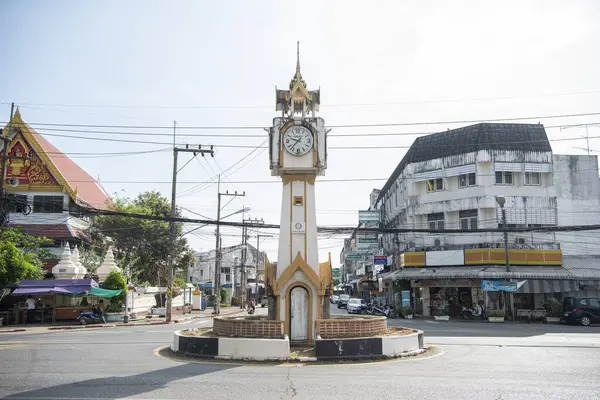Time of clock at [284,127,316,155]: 9:37
